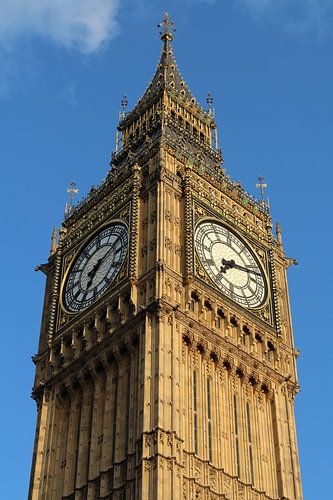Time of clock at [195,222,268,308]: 7:12
